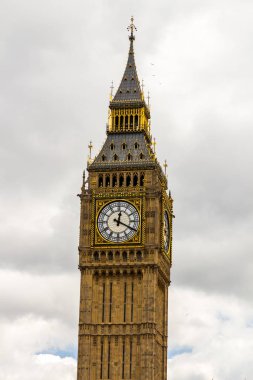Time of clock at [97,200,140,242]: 12:19
